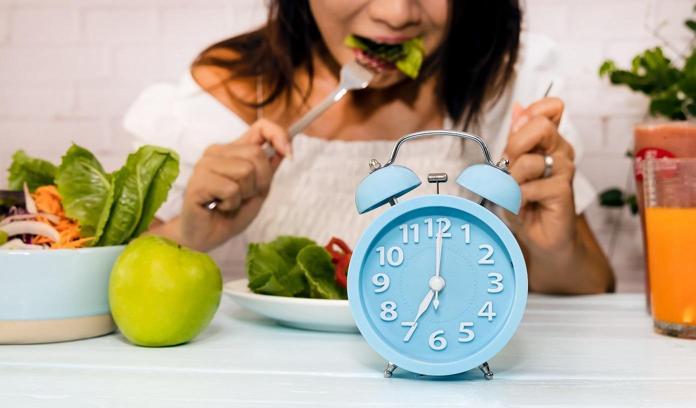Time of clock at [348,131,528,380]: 7:00
